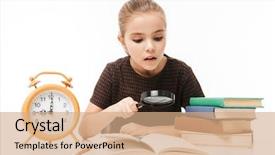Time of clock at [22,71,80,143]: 9:00
